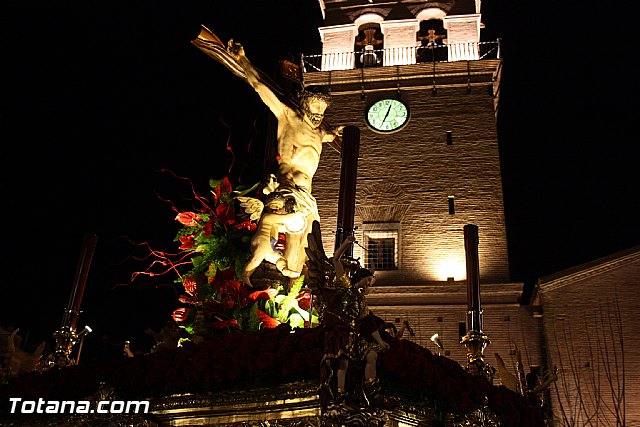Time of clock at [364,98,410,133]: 12:34
